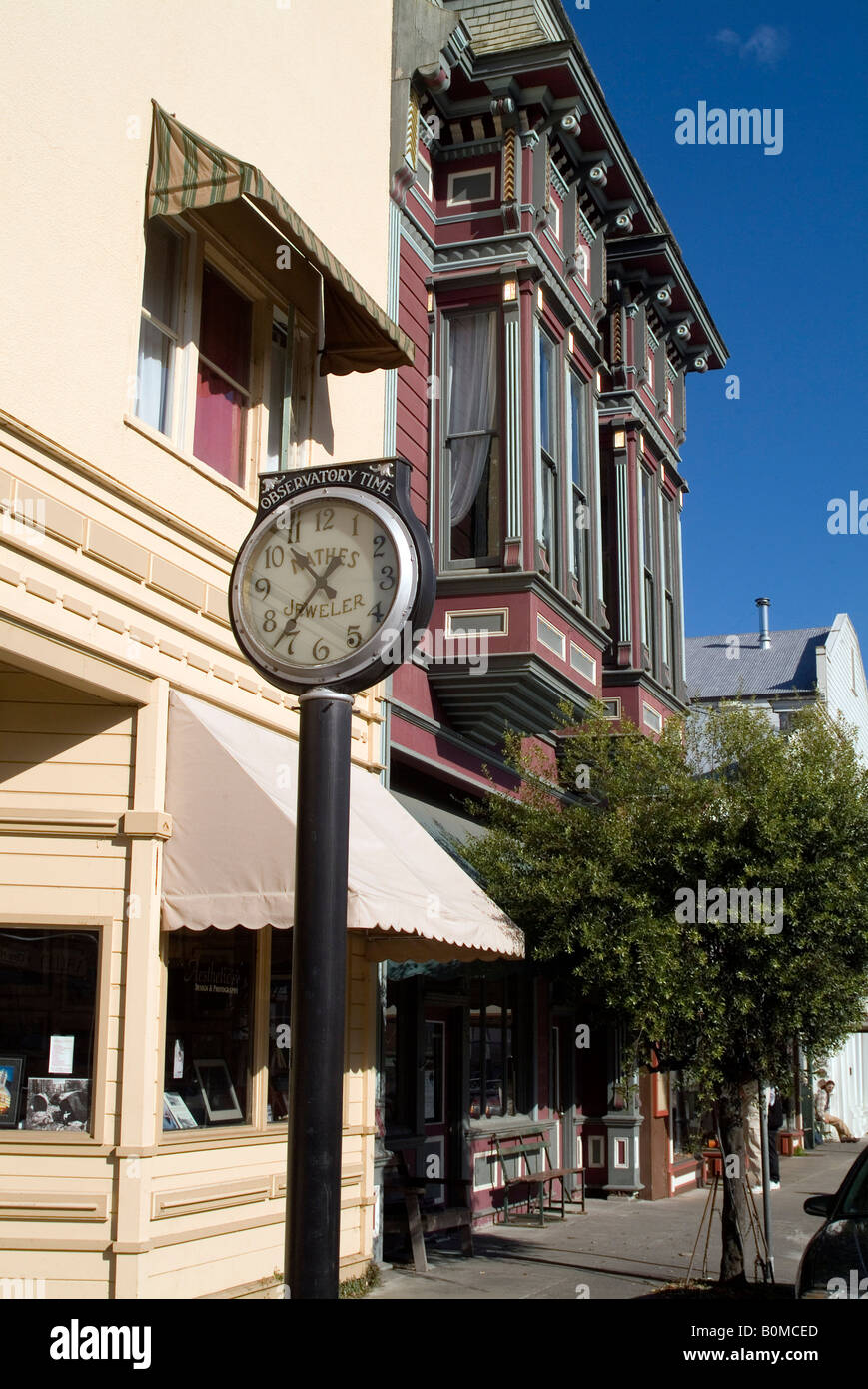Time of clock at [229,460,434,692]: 10:36
